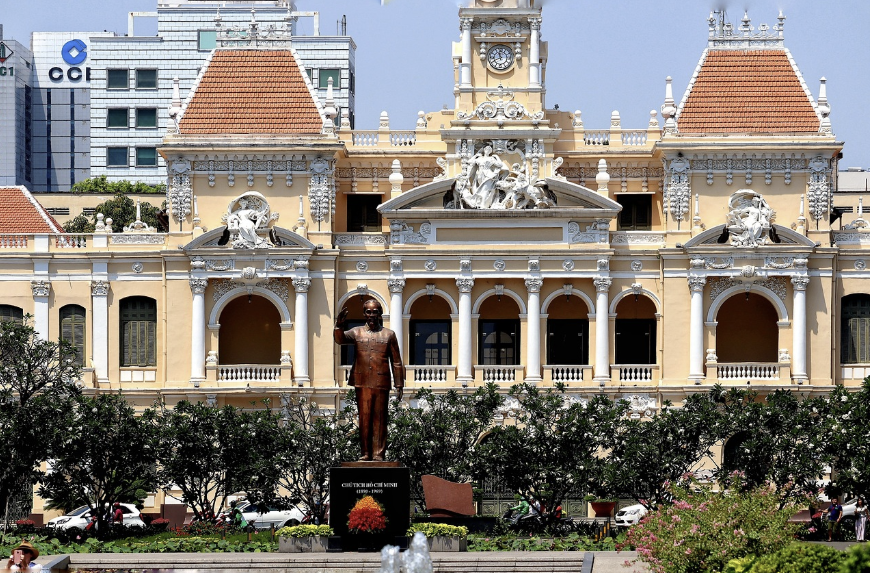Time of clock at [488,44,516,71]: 11:41
